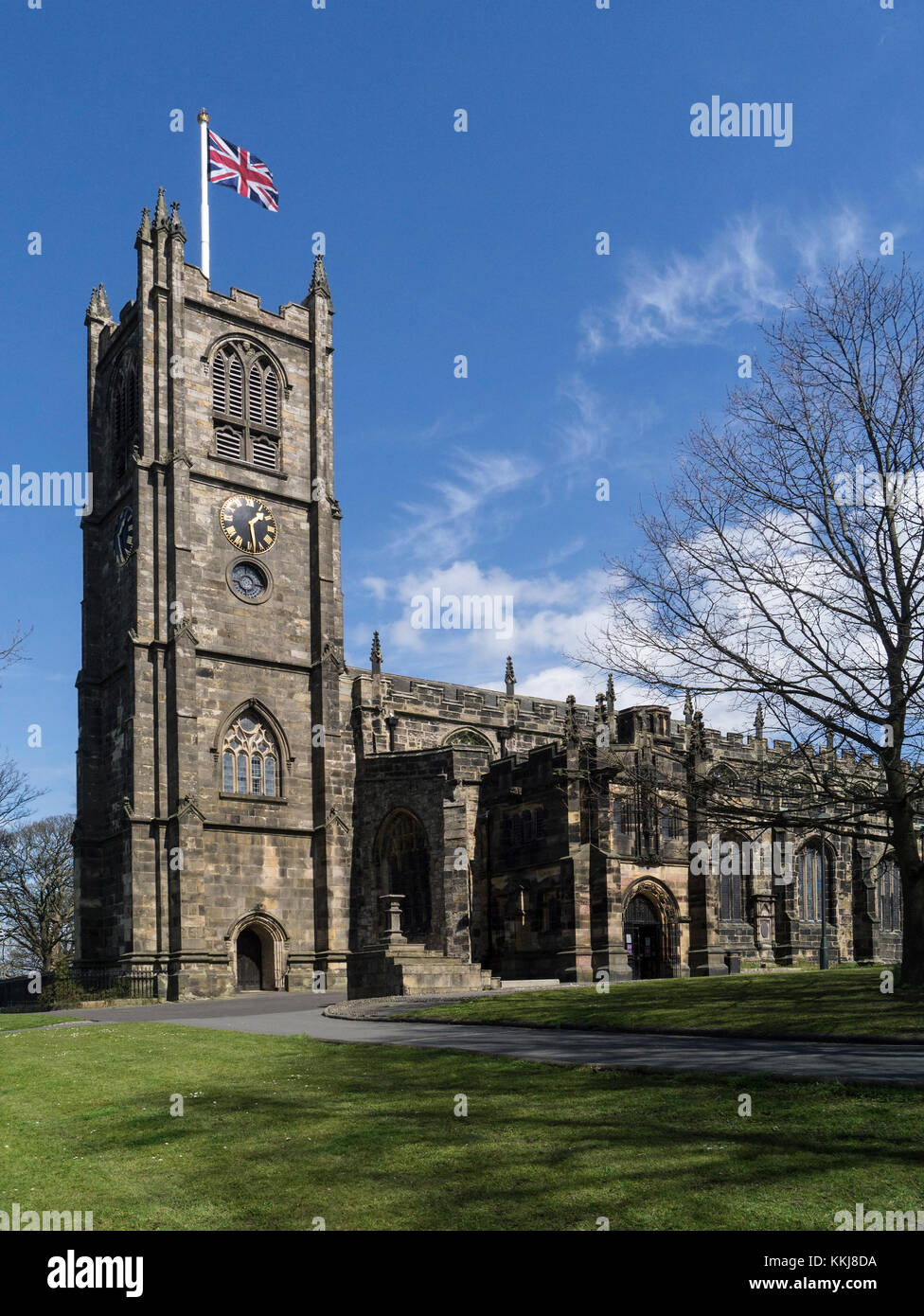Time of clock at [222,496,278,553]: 1:28
